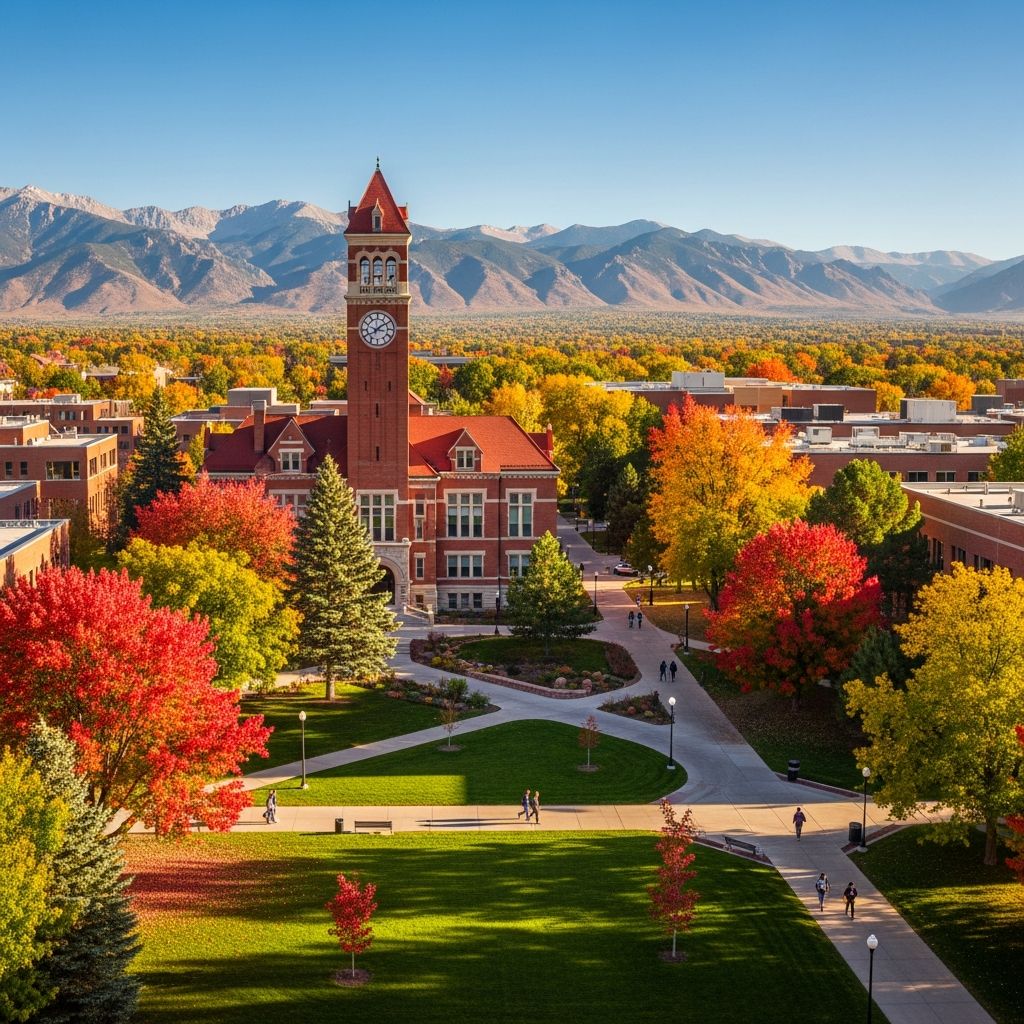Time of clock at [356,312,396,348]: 8:09
